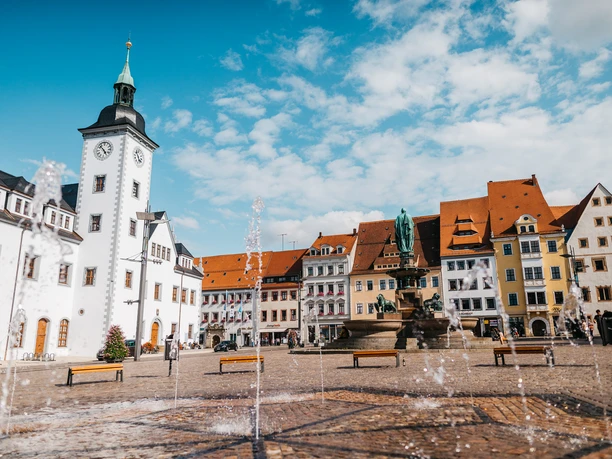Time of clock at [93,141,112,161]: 4:52
